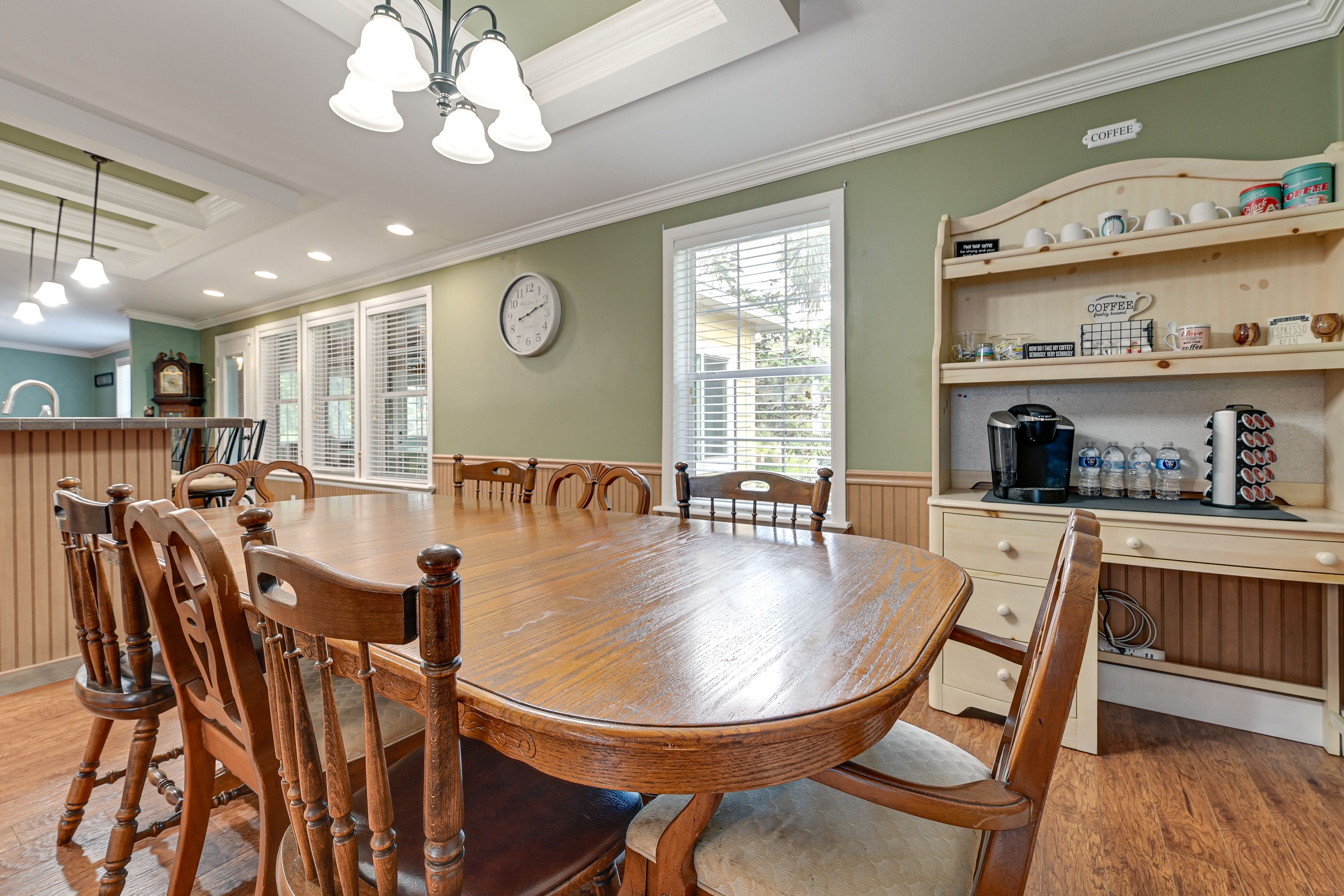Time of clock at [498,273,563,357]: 2:11
